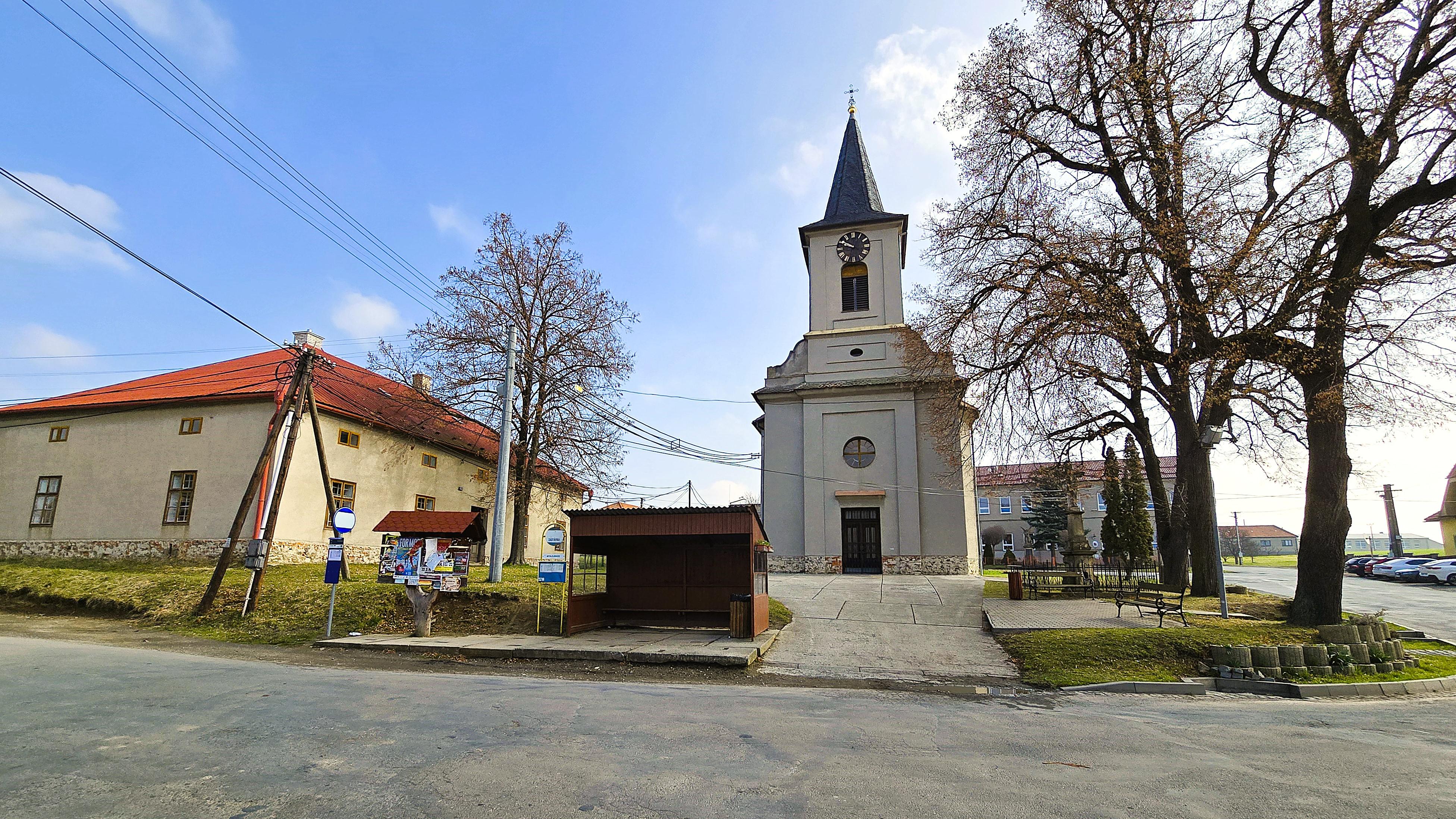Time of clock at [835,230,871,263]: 9:50
